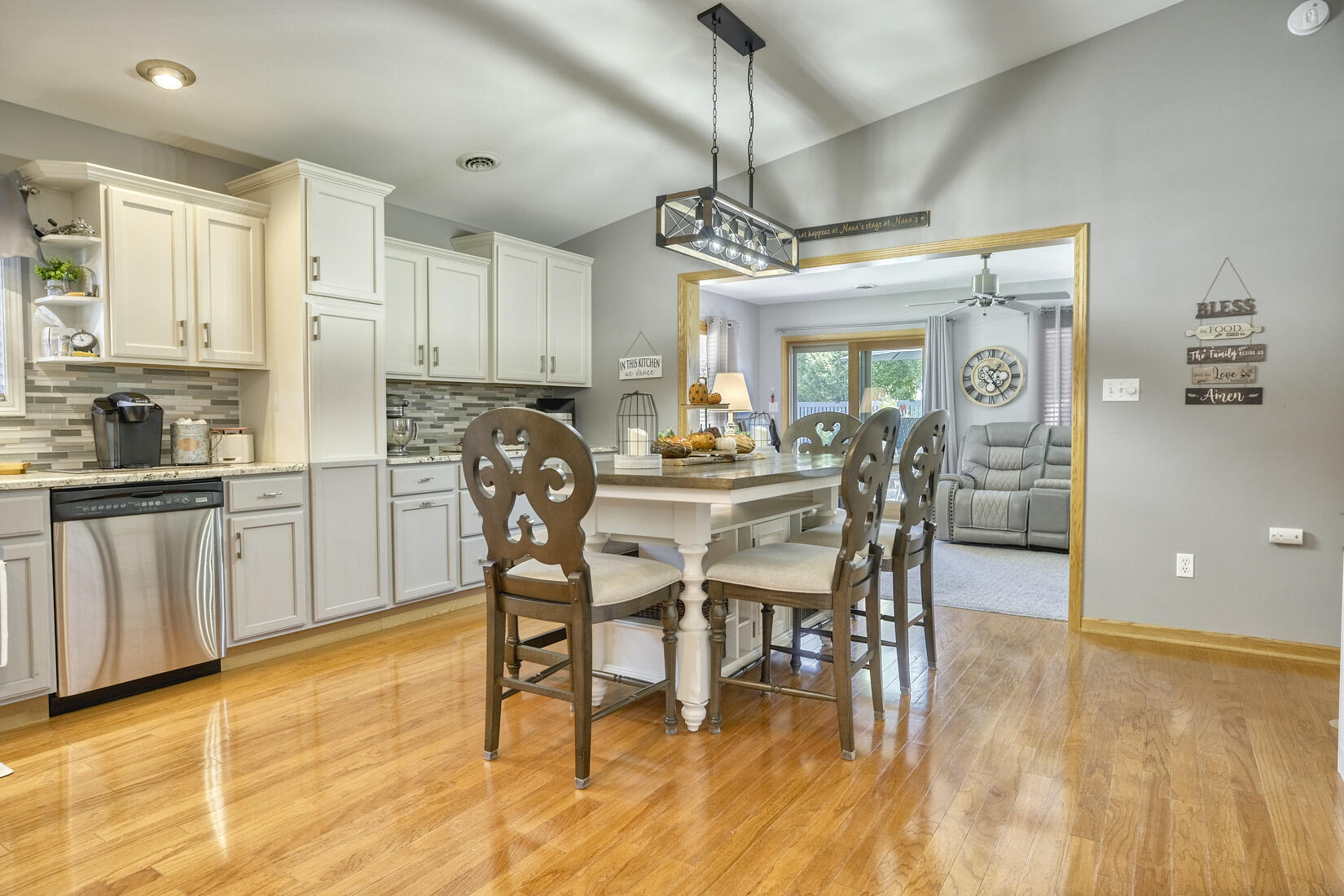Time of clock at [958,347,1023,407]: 1:24
